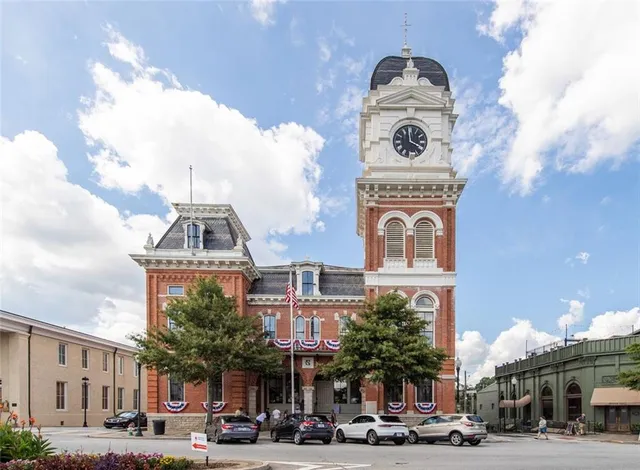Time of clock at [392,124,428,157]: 3:59
